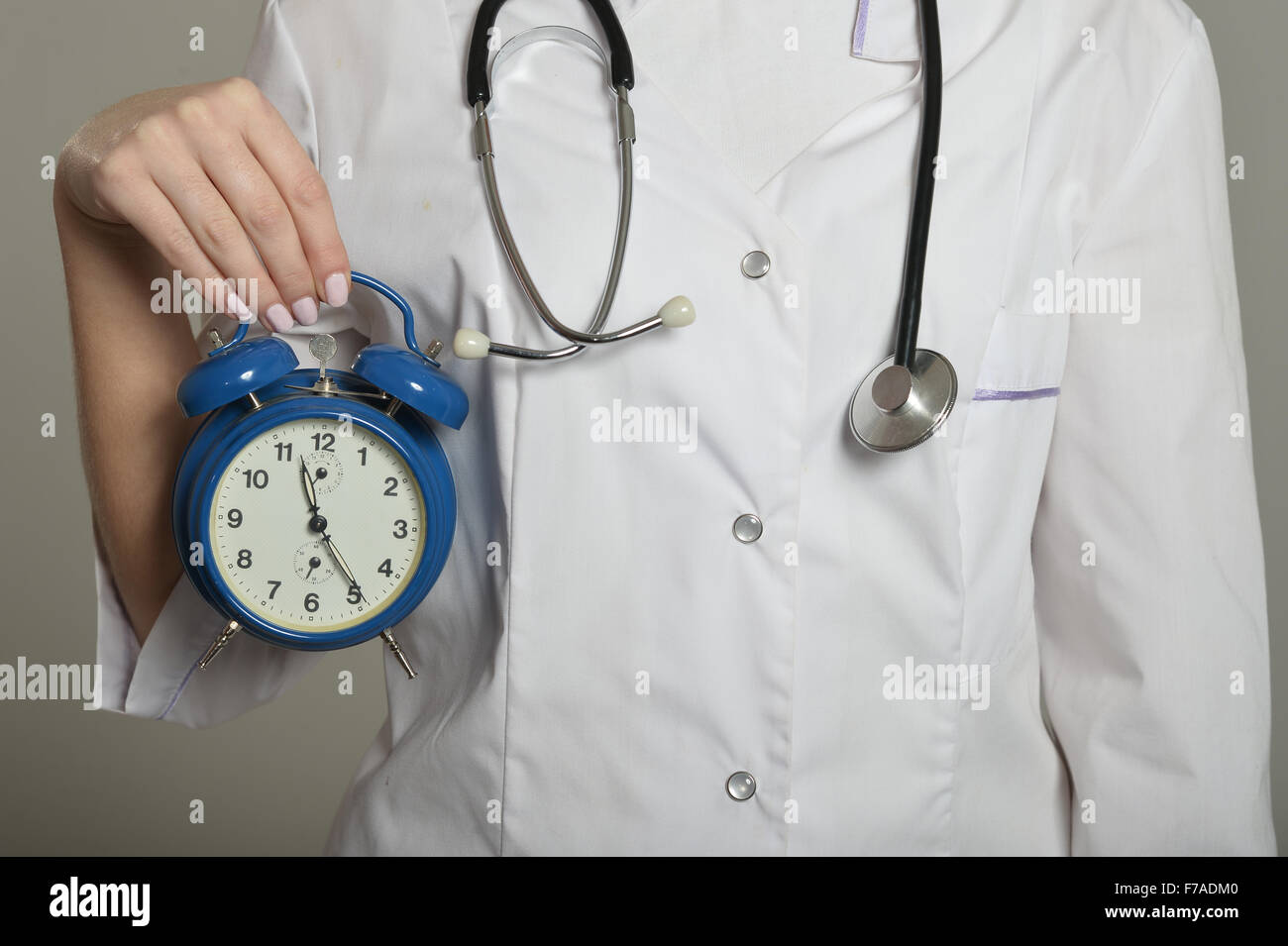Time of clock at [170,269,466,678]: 11:24
